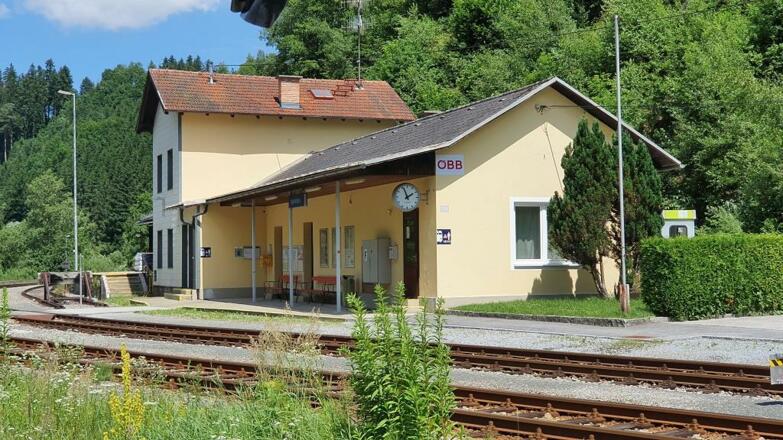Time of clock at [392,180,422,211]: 1:56
